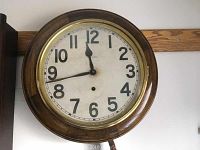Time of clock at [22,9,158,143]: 11:43
